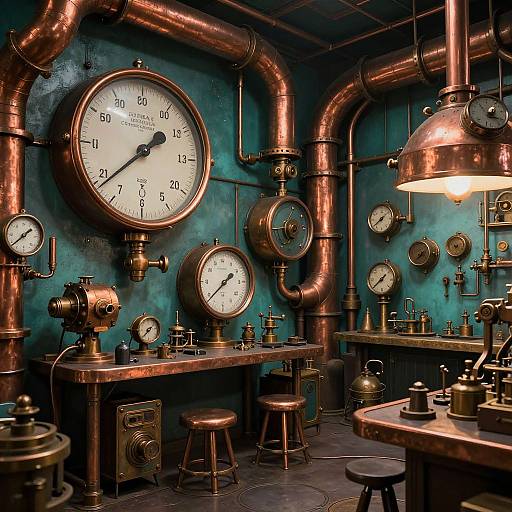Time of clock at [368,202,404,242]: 1:38
